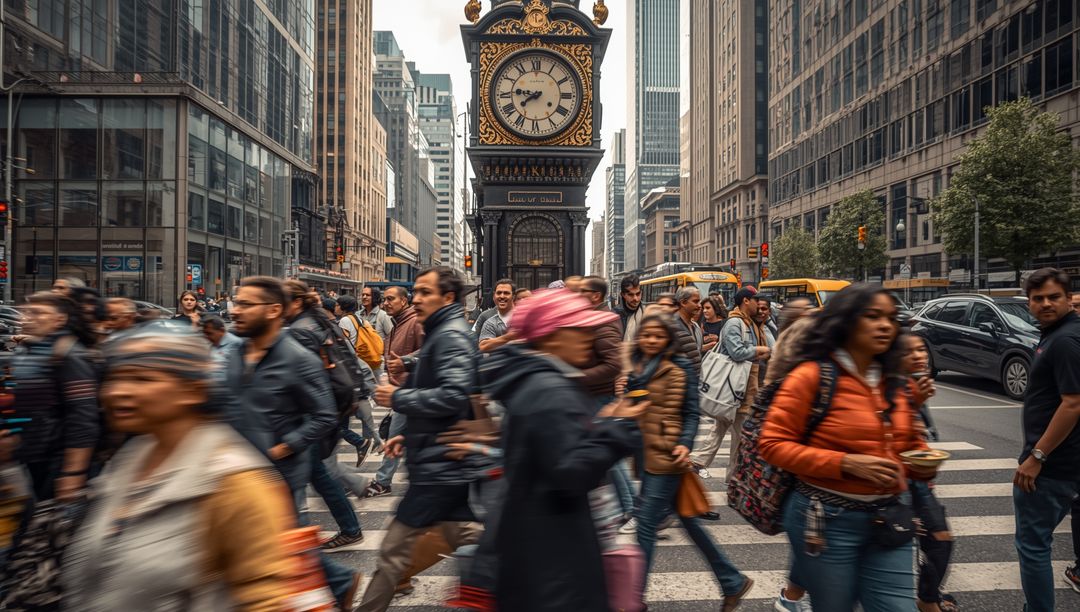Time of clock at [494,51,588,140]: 7:46
